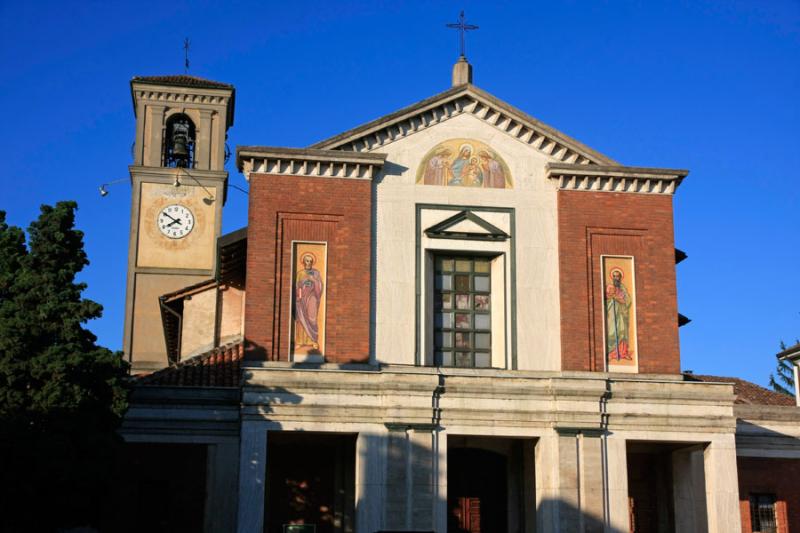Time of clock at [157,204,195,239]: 7:50
